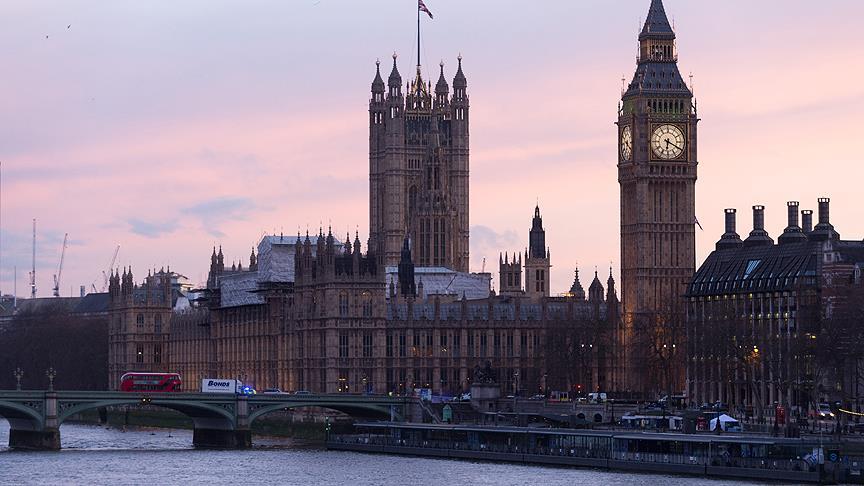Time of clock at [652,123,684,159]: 6:19
